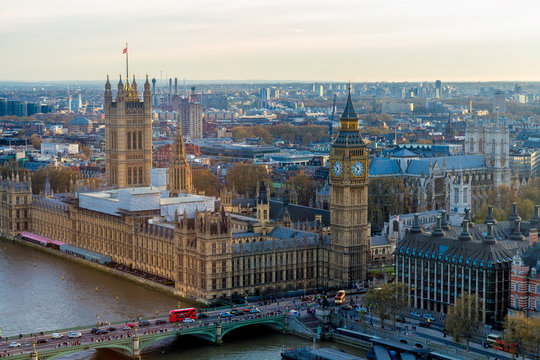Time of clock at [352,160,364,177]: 6:52
